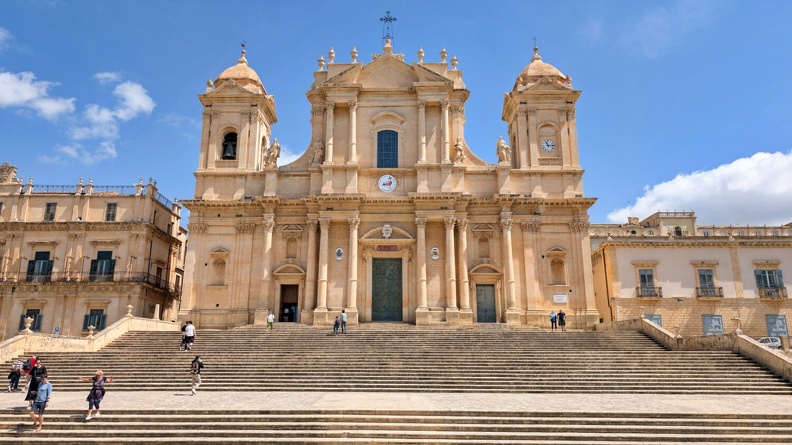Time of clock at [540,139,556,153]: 11:13
